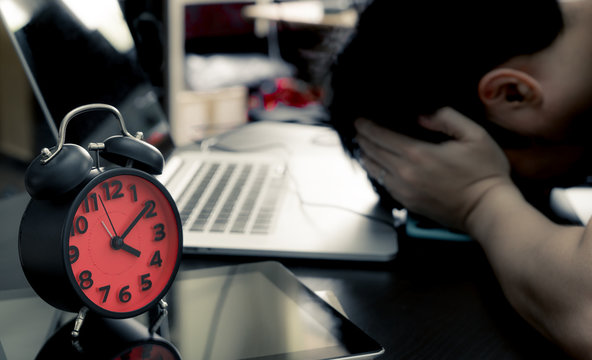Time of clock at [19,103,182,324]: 4:09
